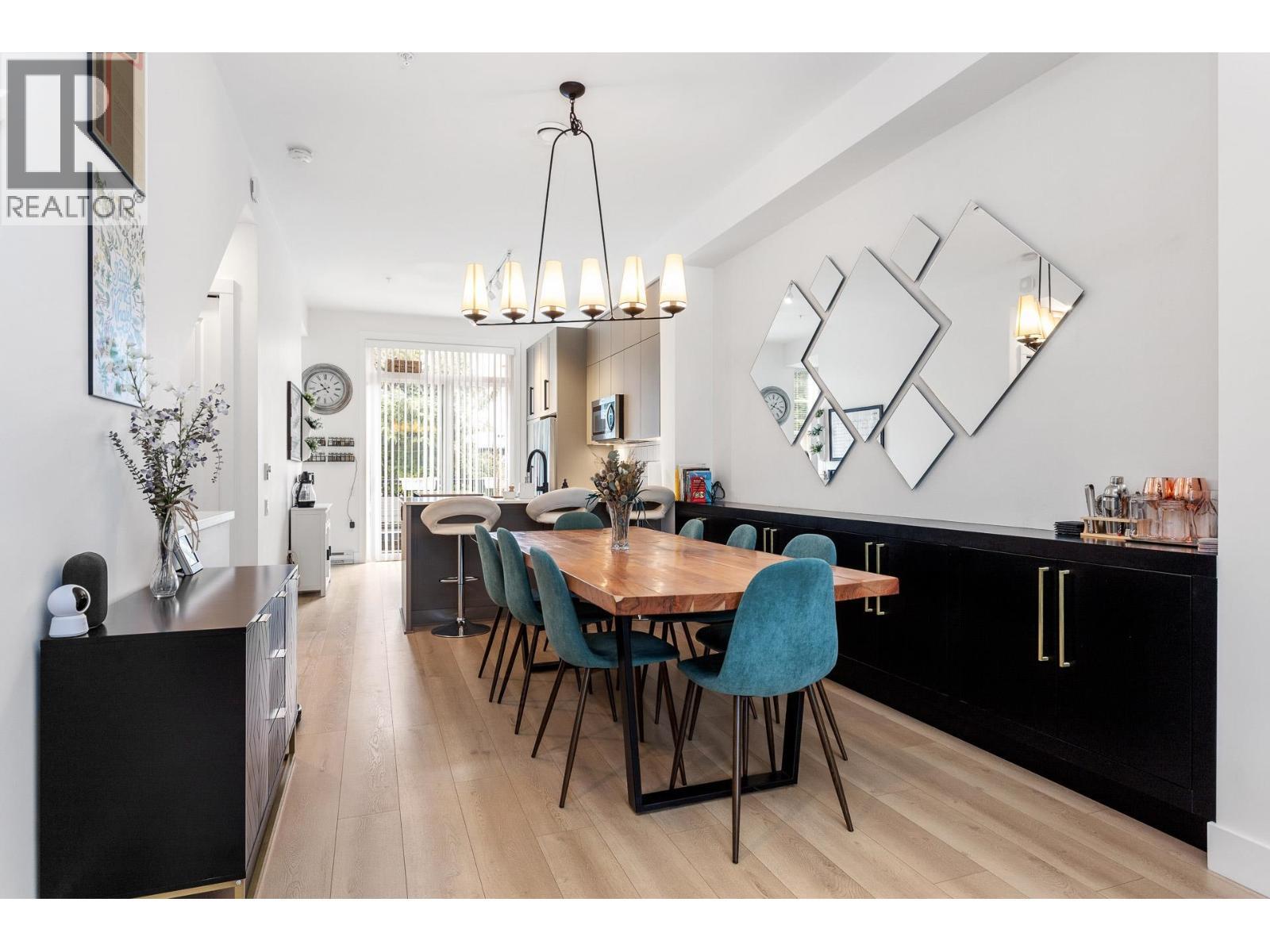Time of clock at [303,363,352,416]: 10:41
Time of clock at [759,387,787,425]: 1:18
